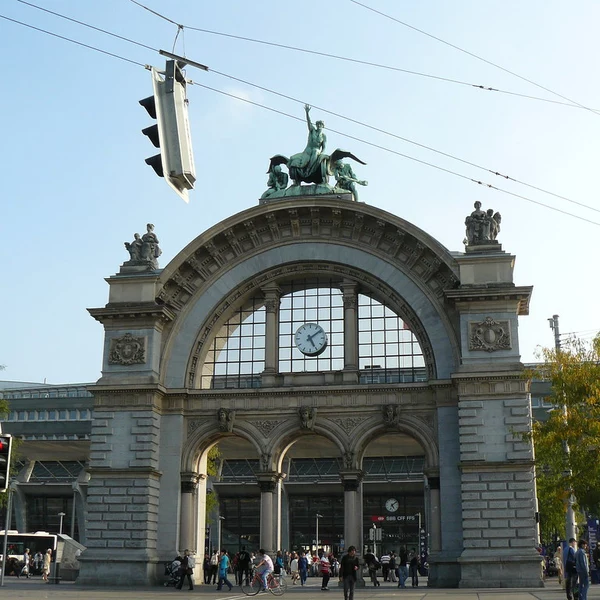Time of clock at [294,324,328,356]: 5:08
